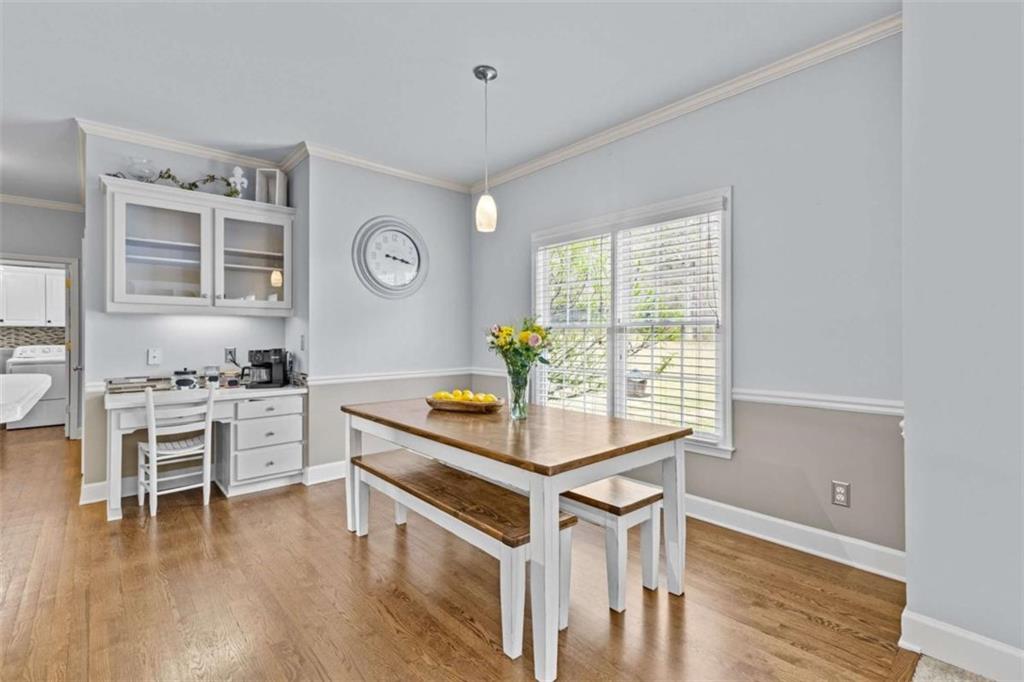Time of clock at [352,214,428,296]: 3:17
